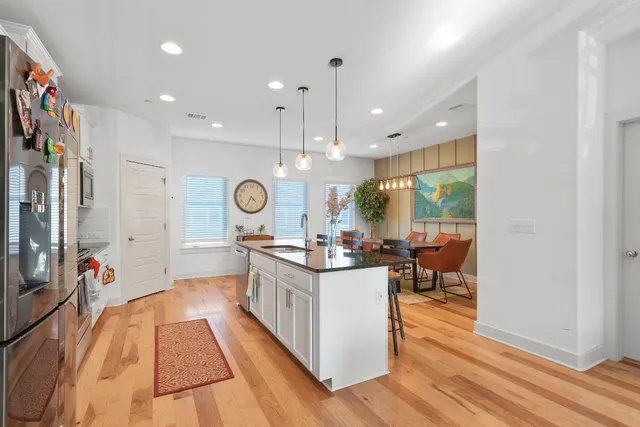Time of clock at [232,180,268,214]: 4:34
